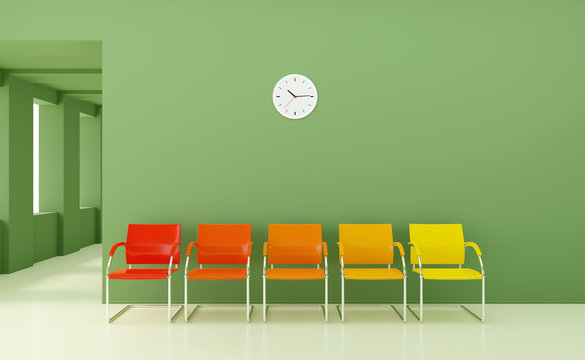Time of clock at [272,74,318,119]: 10:14
